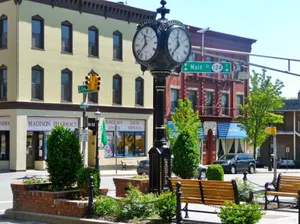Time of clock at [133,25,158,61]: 11:37
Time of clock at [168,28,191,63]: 11:36
